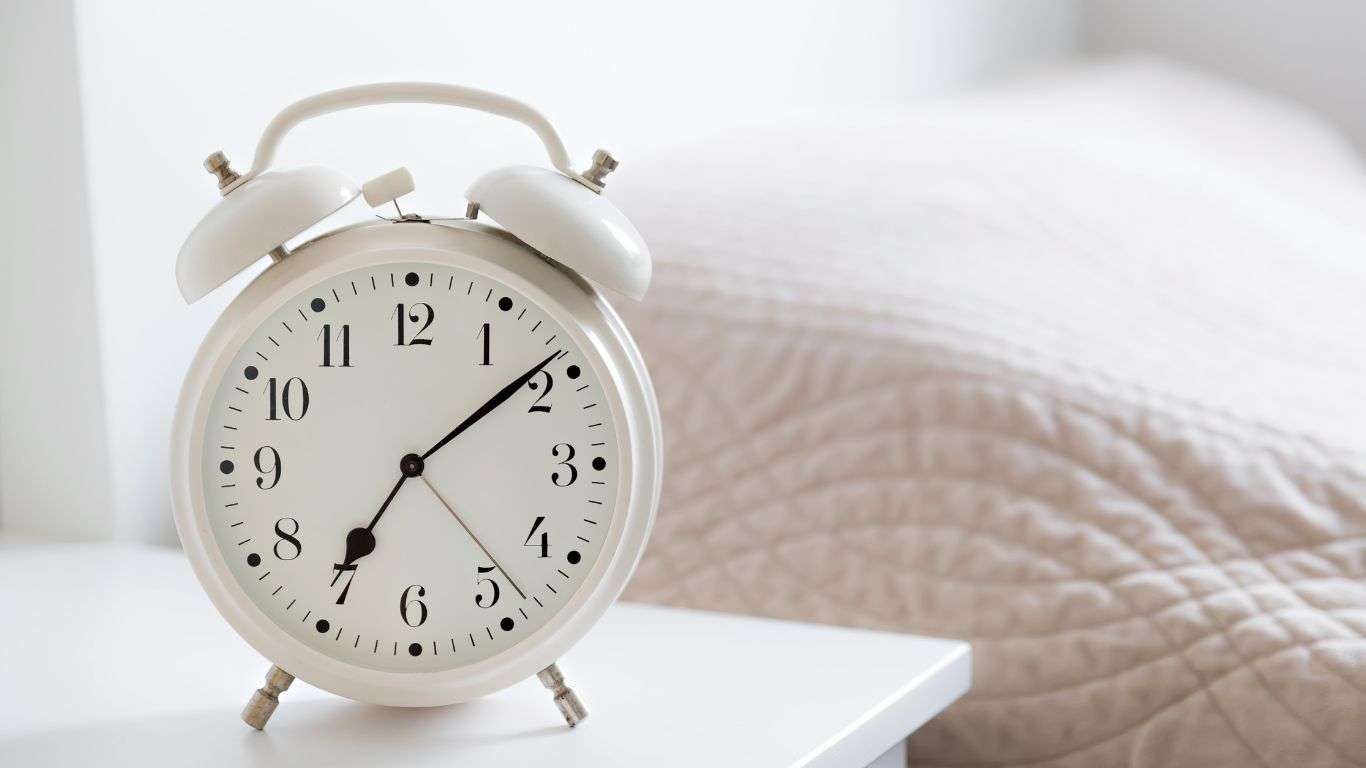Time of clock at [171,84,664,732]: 7:08
